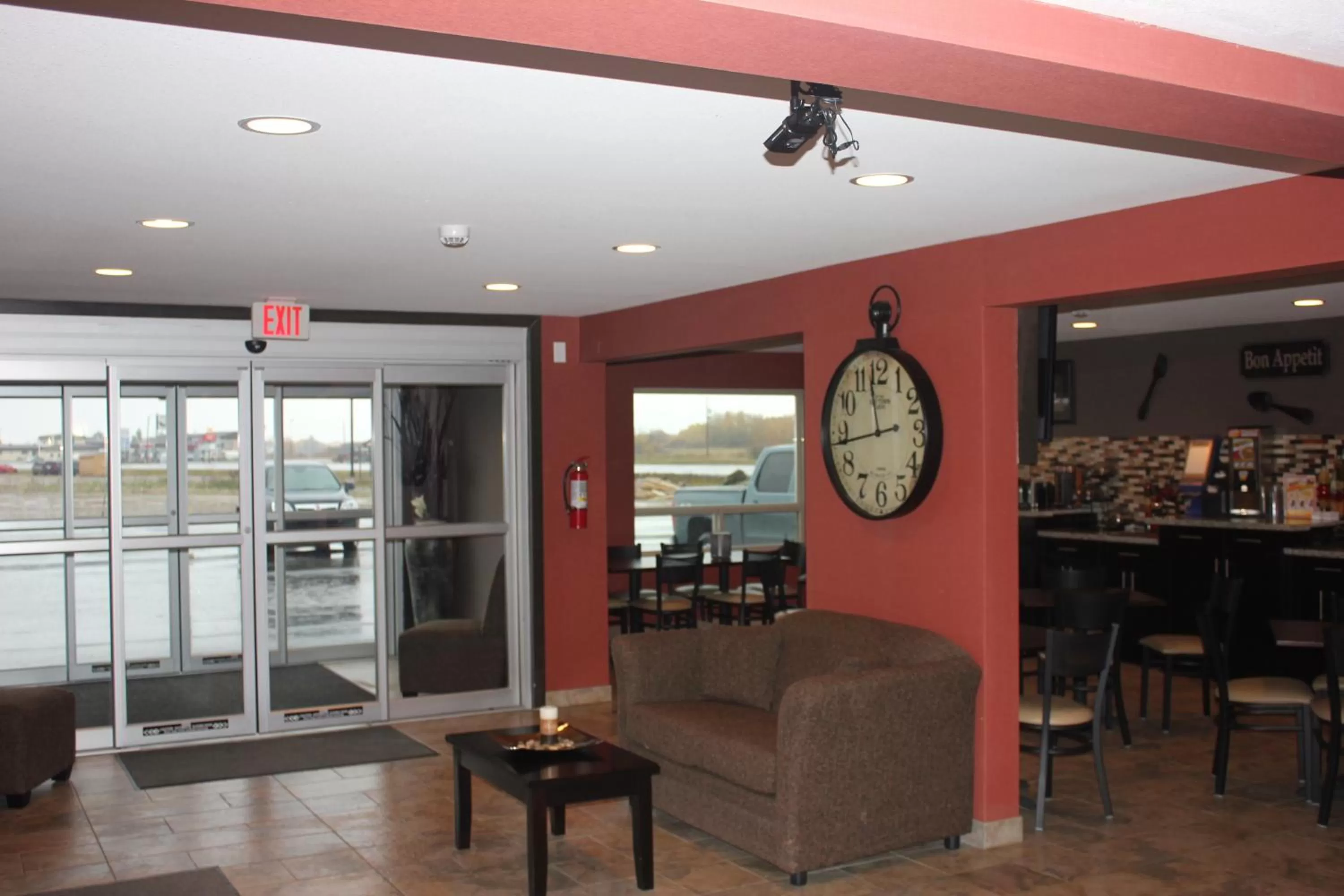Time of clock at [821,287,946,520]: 11:43
